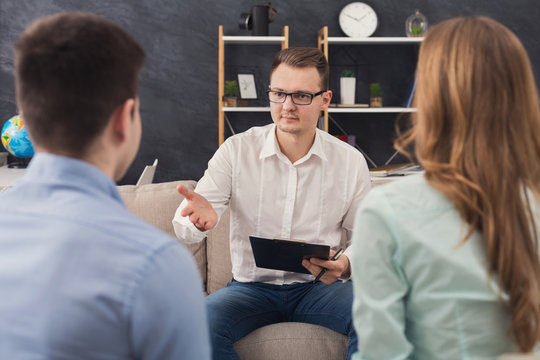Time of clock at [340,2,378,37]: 1:49
